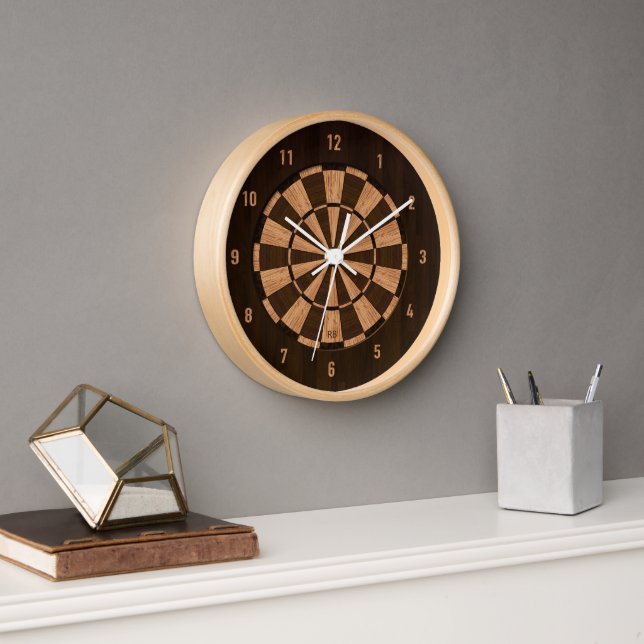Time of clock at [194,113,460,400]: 12:32
